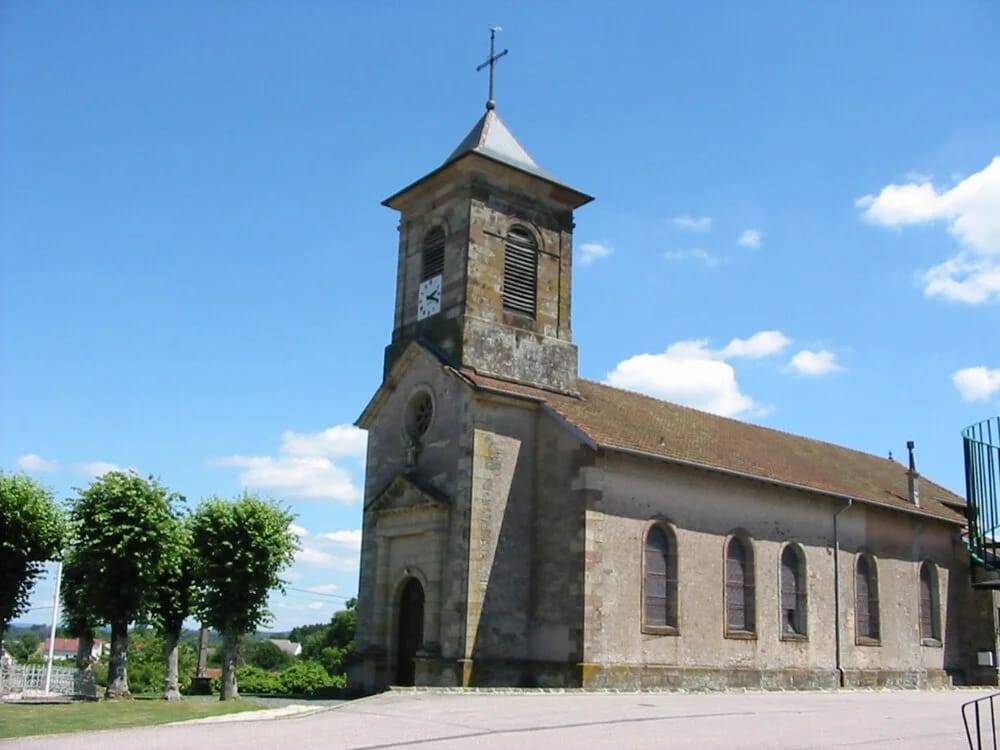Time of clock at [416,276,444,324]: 2:18
